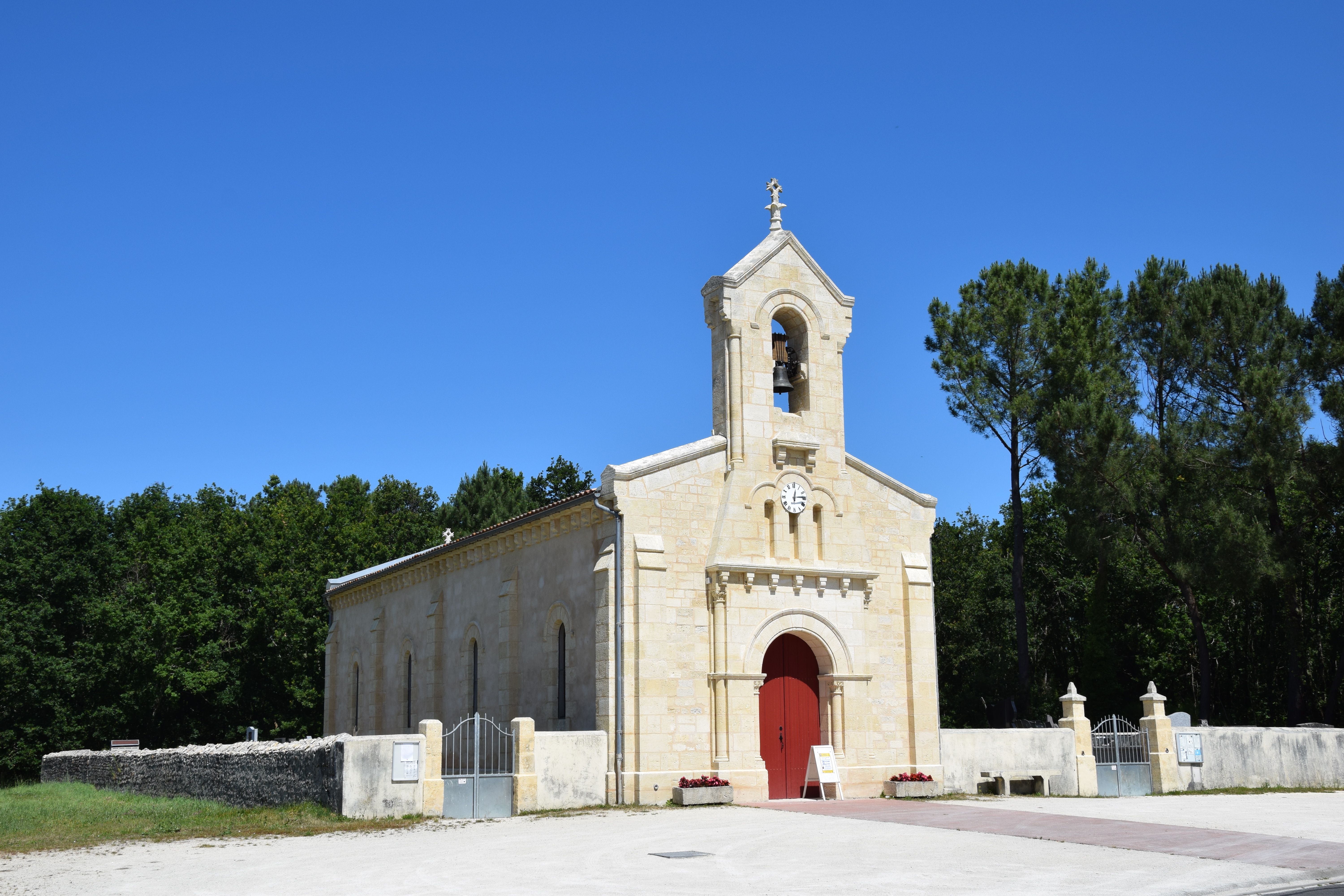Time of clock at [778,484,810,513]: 12:14
